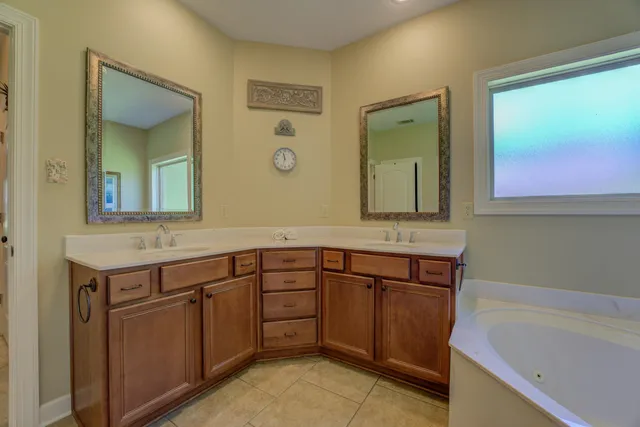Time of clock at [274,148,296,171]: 11:32
